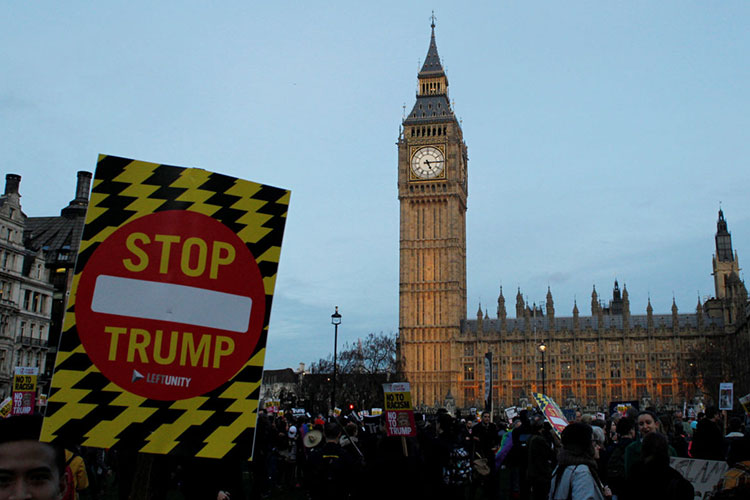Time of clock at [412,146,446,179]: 5:14
